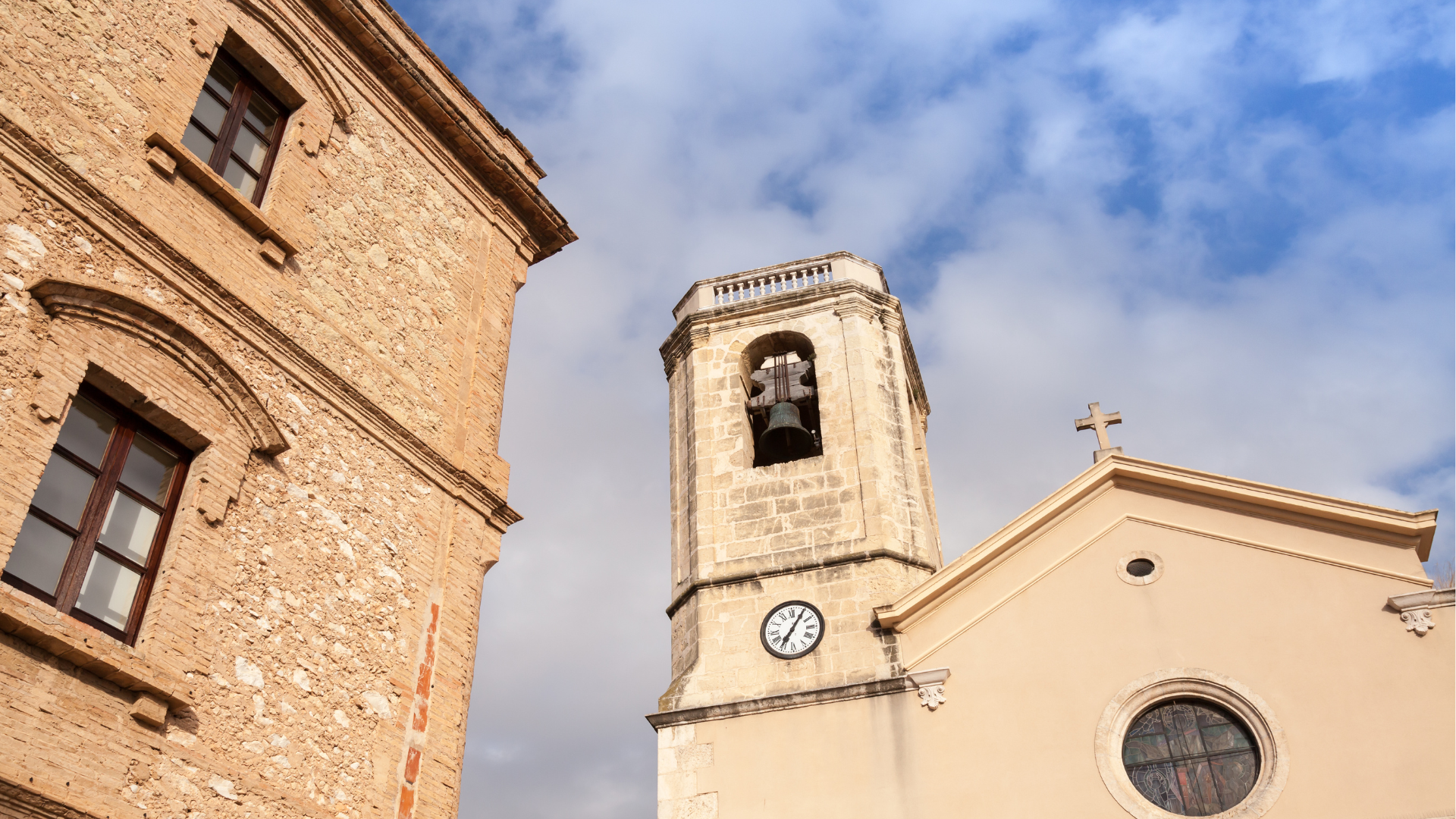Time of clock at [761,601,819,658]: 7:05
